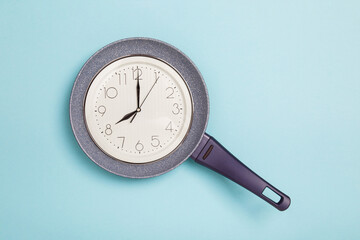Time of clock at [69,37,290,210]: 8:00
